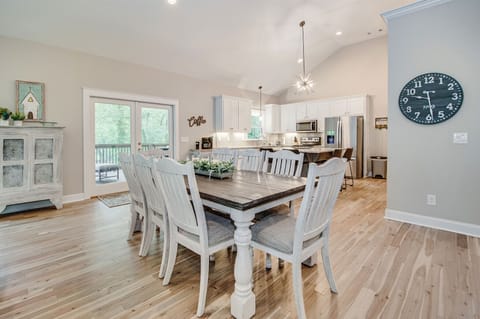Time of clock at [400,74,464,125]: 9:28
